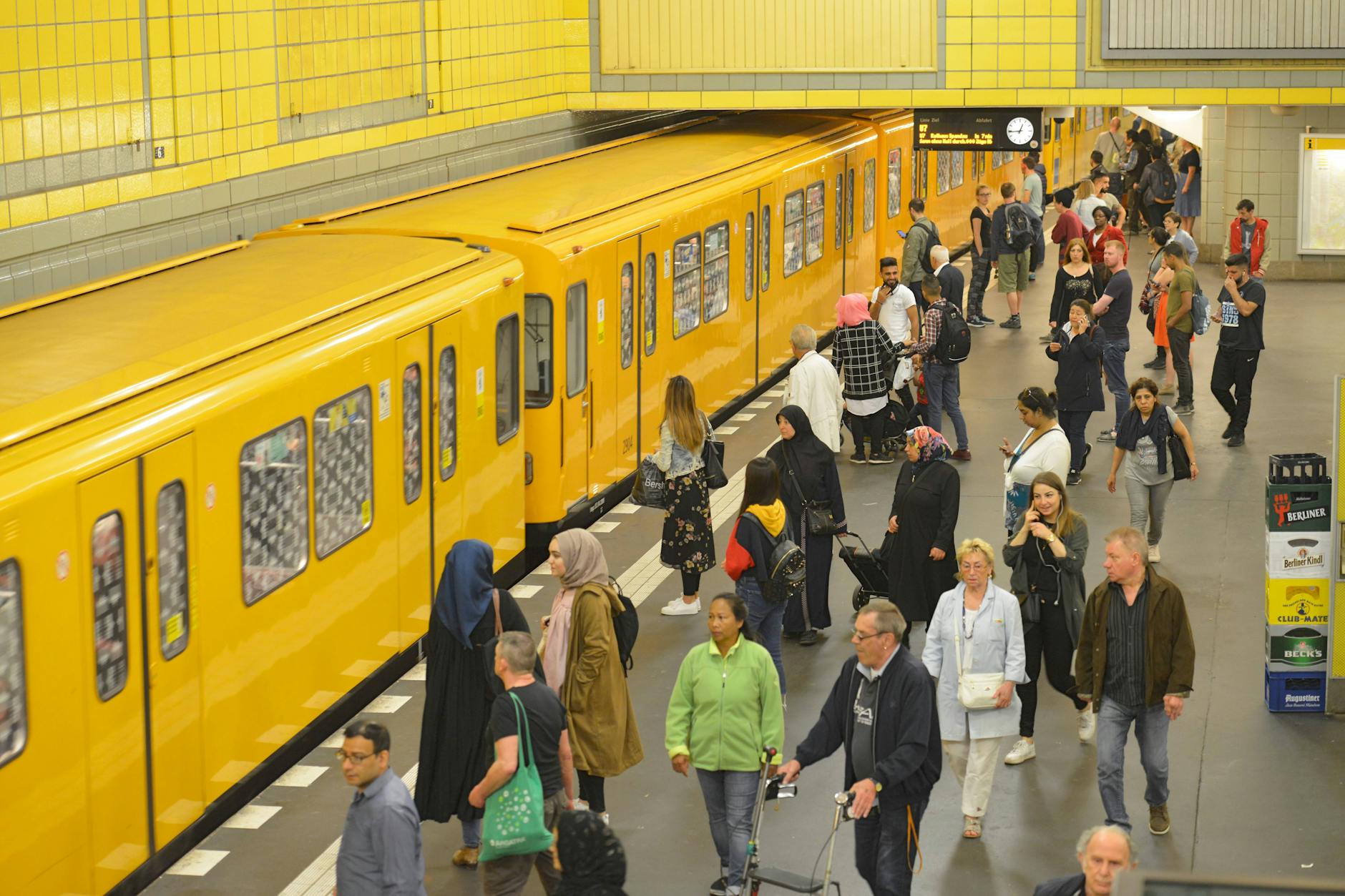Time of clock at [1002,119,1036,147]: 12:44
